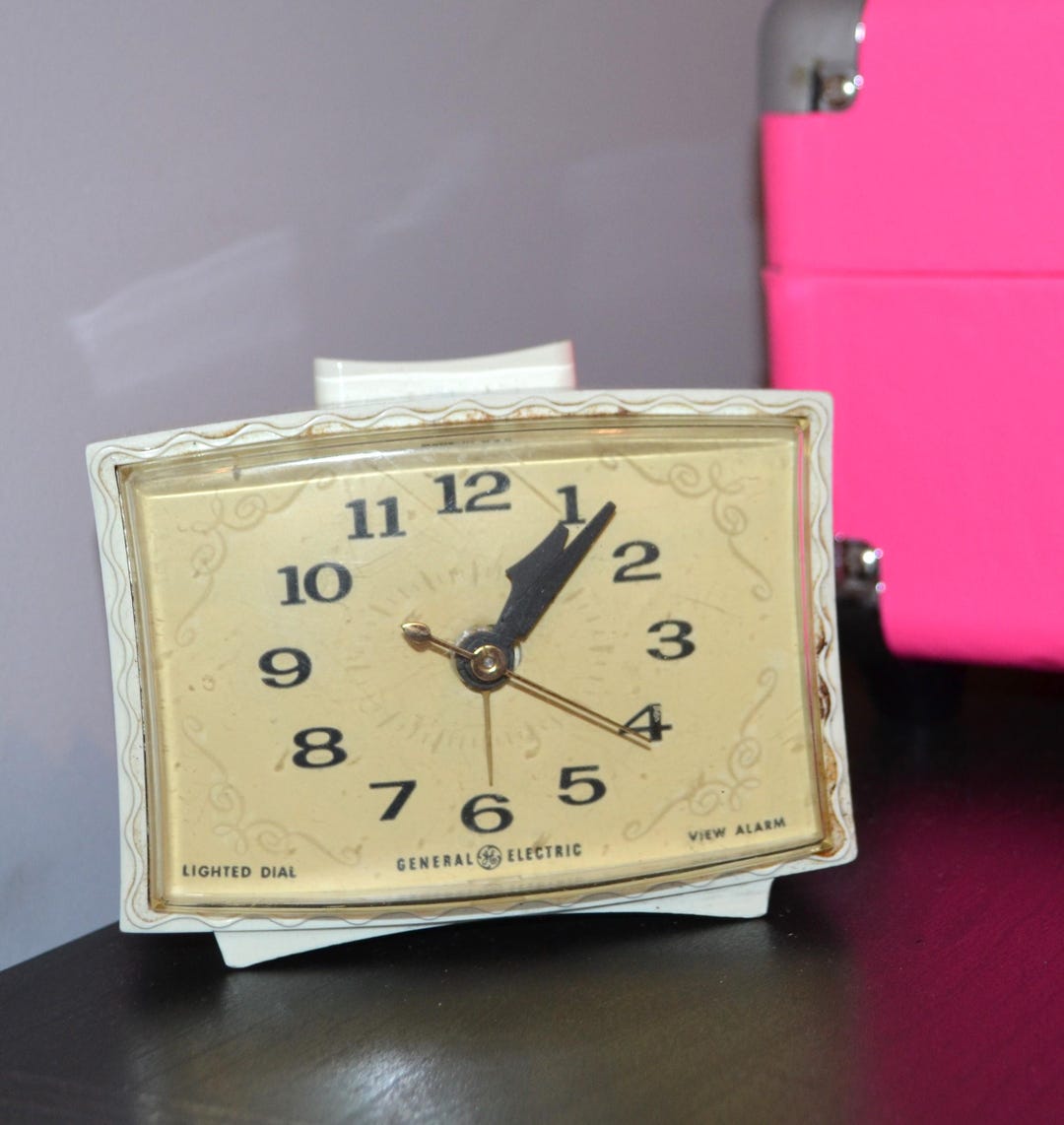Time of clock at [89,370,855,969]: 1:06
